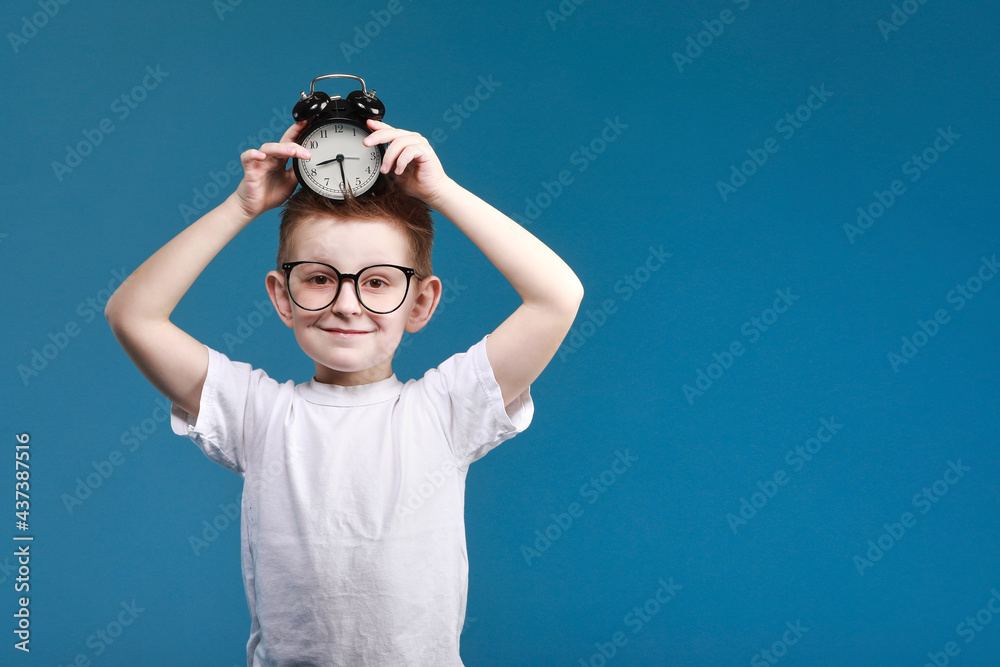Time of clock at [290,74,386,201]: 8:28
